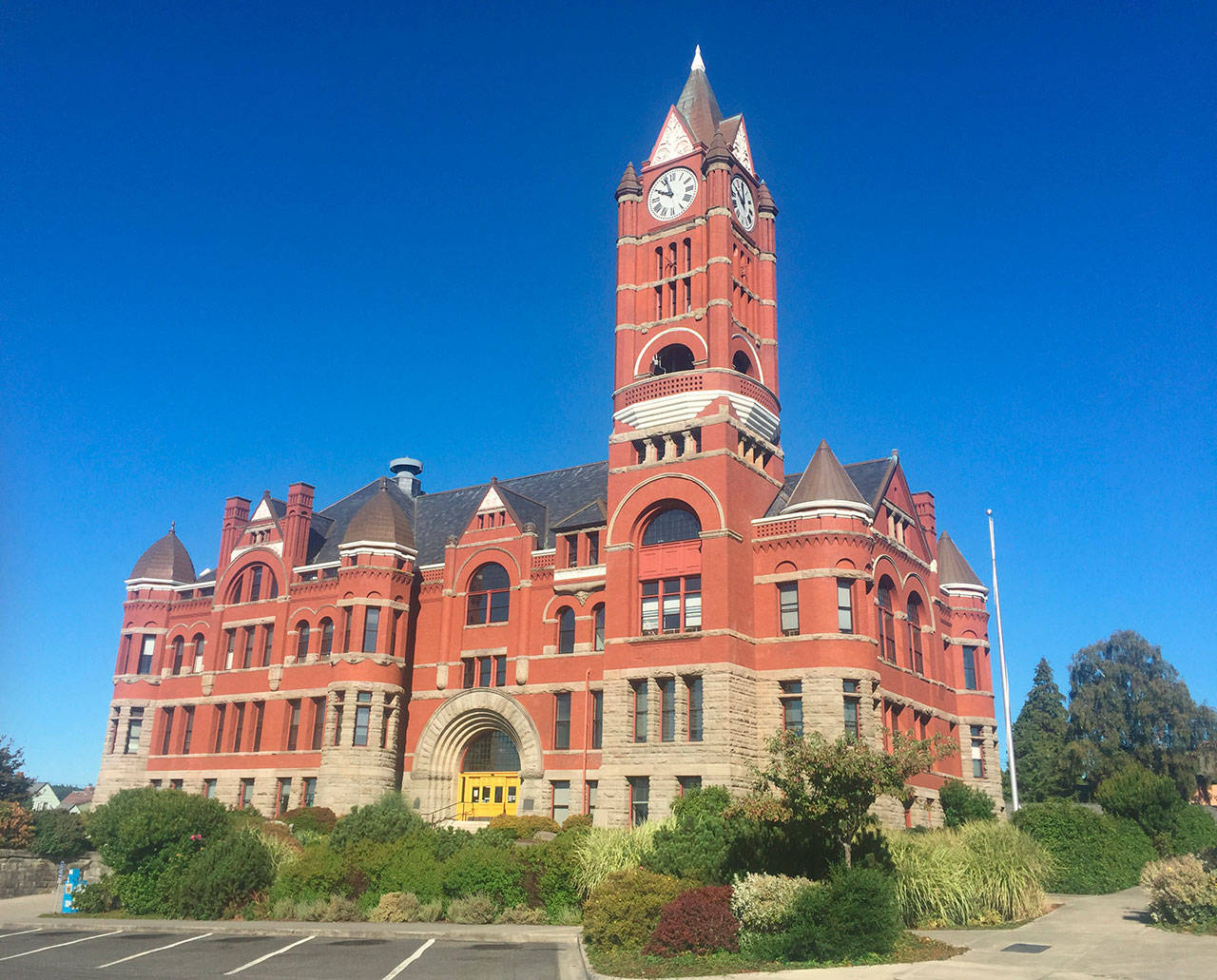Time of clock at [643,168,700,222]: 9:56
